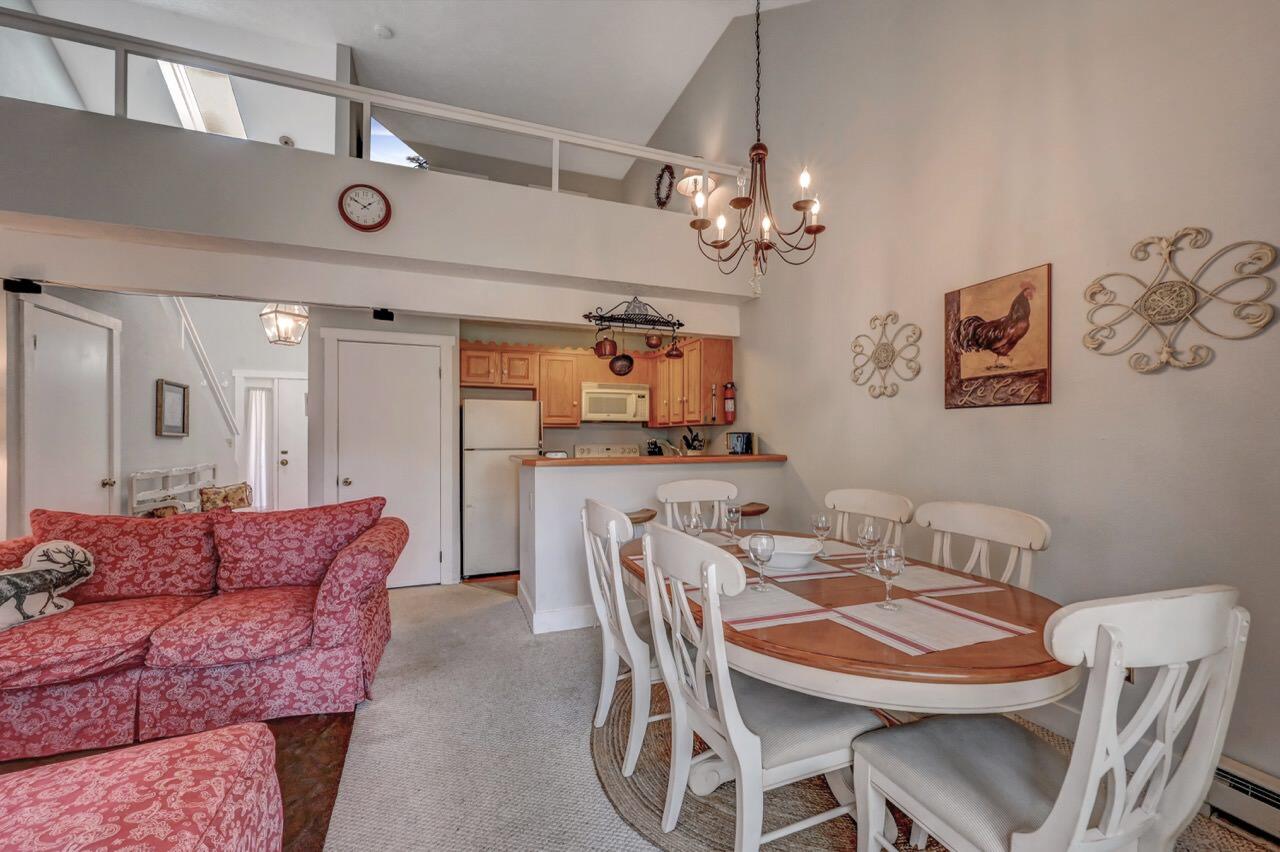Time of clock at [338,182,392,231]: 1:50
